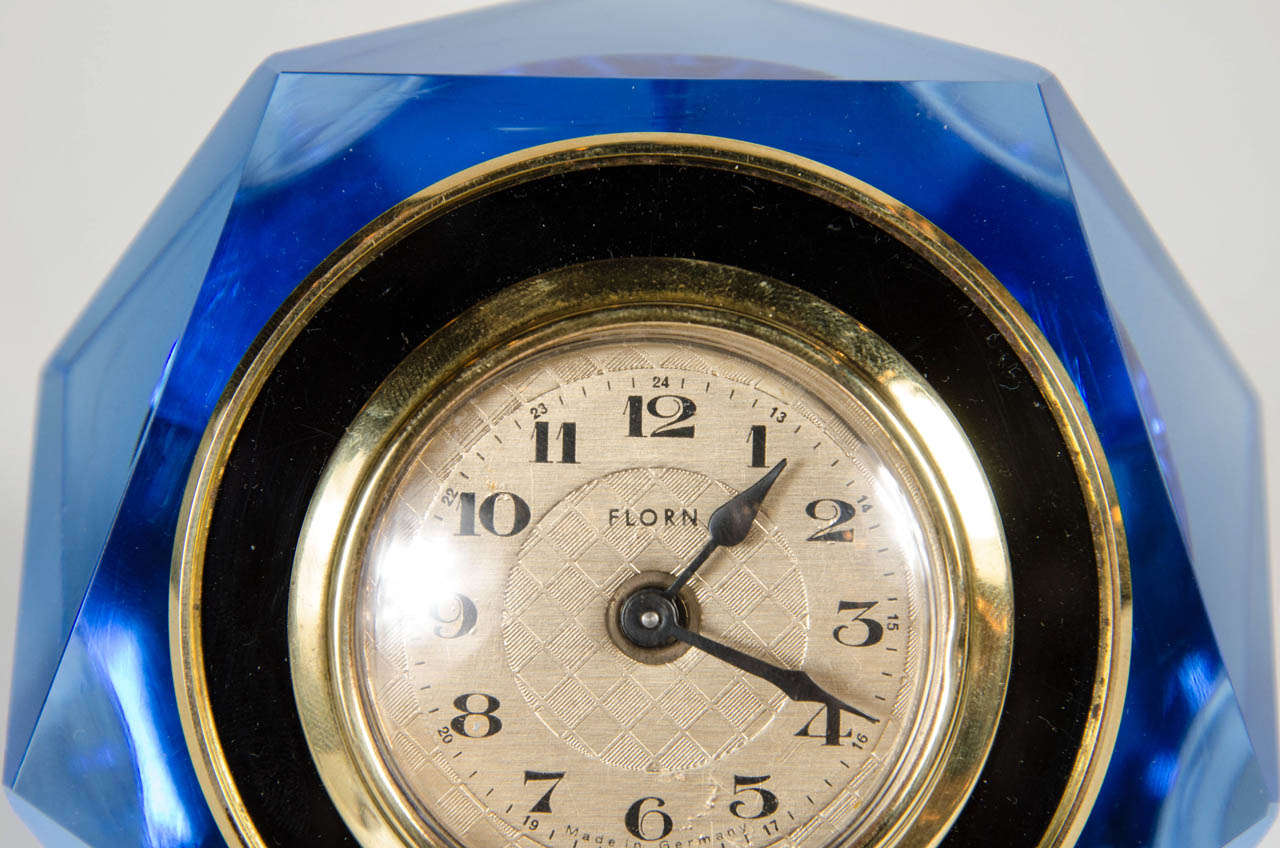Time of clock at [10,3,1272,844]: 1:18
